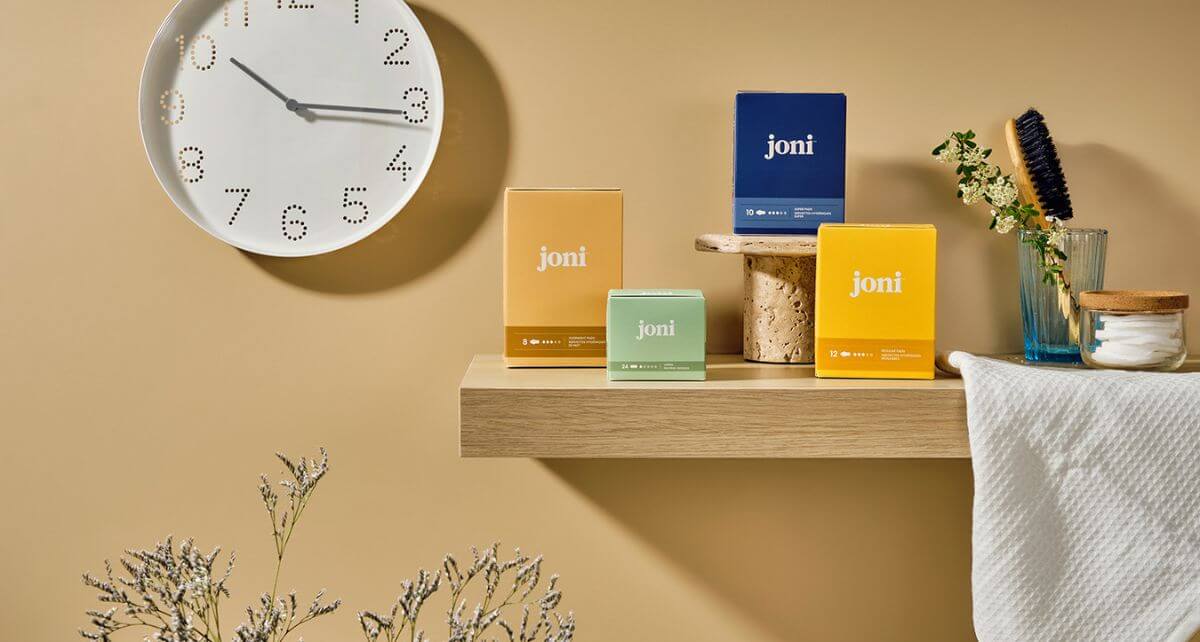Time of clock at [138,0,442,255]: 10:15
